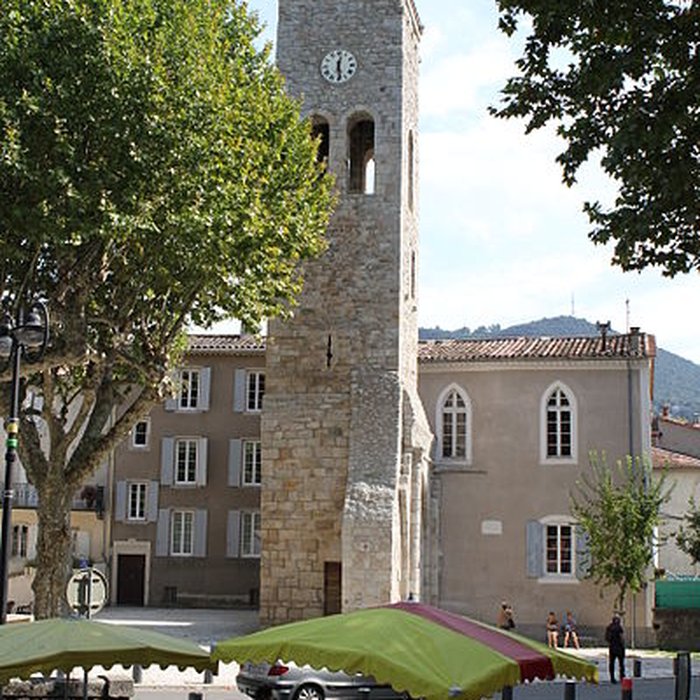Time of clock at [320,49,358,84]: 12:28
